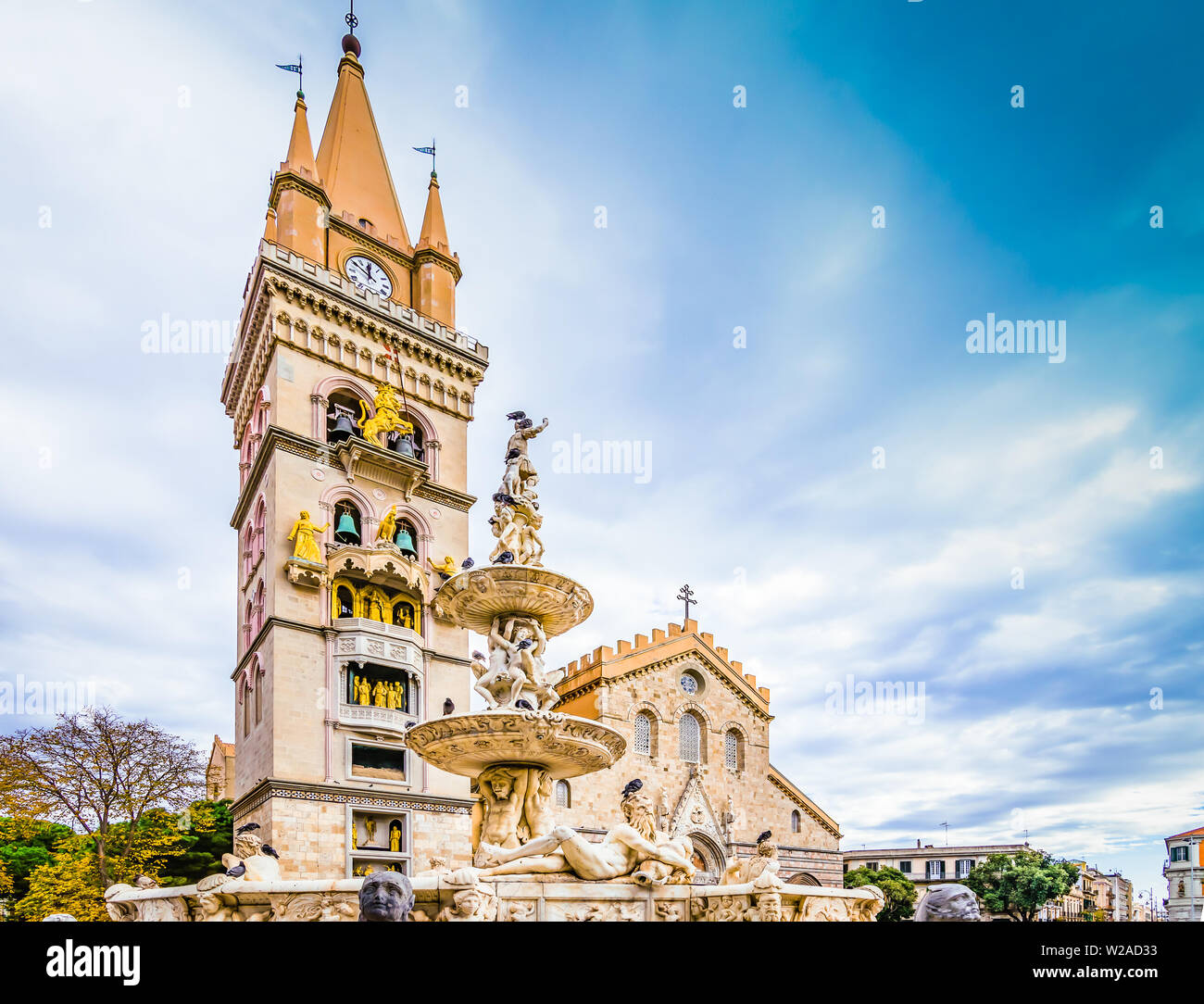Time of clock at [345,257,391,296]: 11:50
